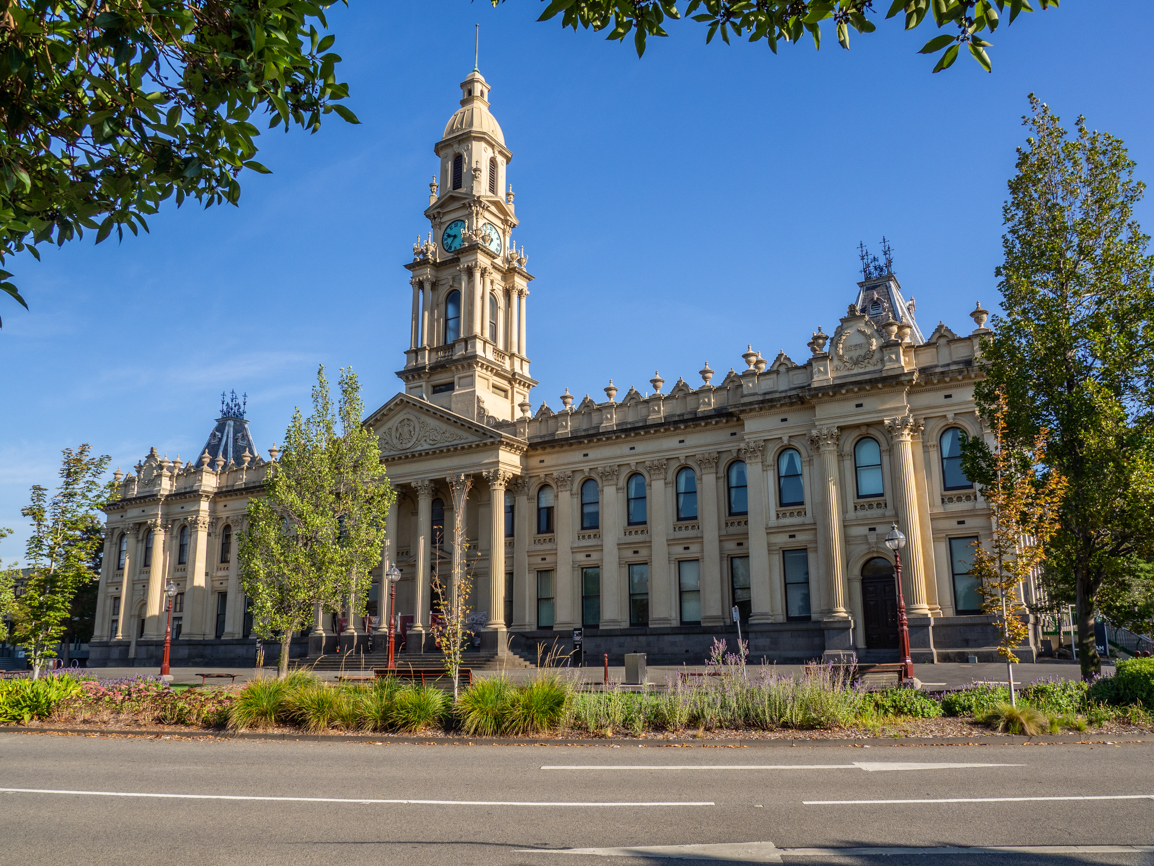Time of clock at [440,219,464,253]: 9:36
